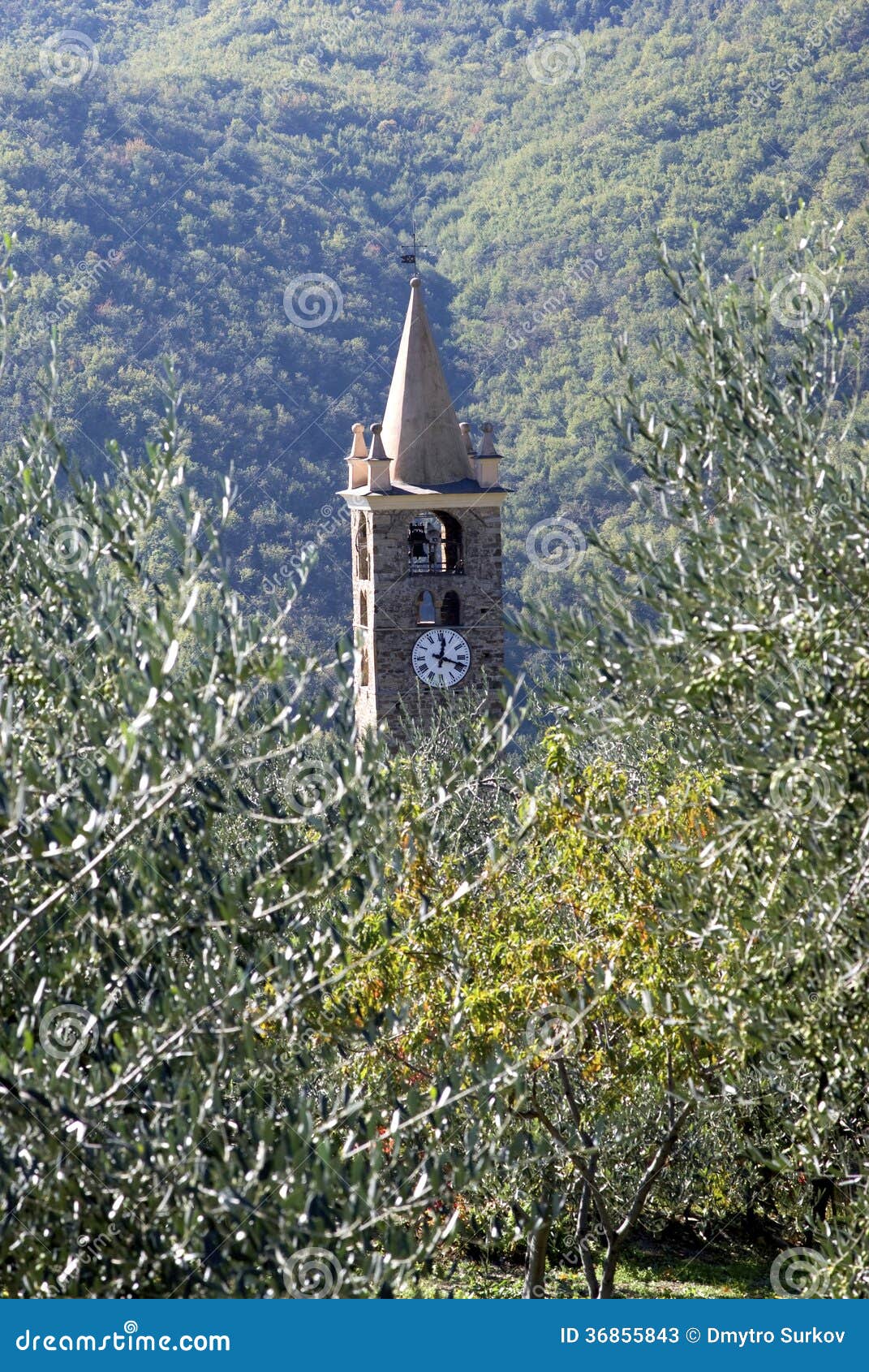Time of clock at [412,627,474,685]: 12:18
